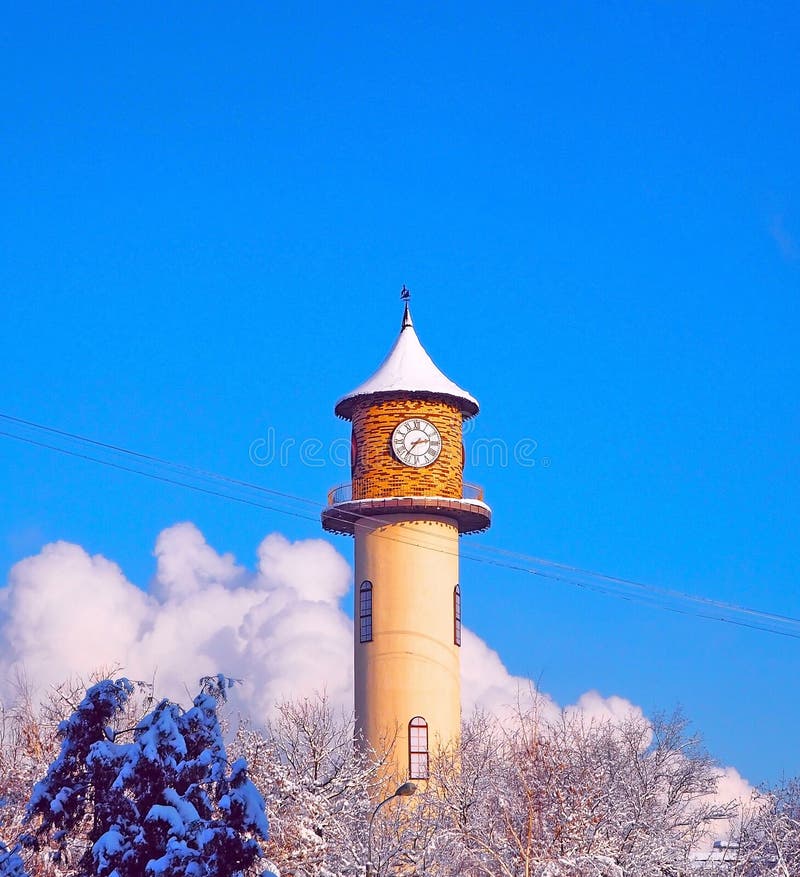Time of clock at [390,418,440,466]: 2:36
